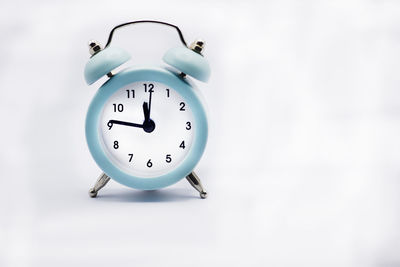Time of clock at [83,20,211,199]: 11:46
